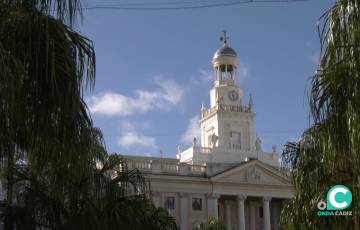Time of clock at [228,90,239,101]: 11:28
